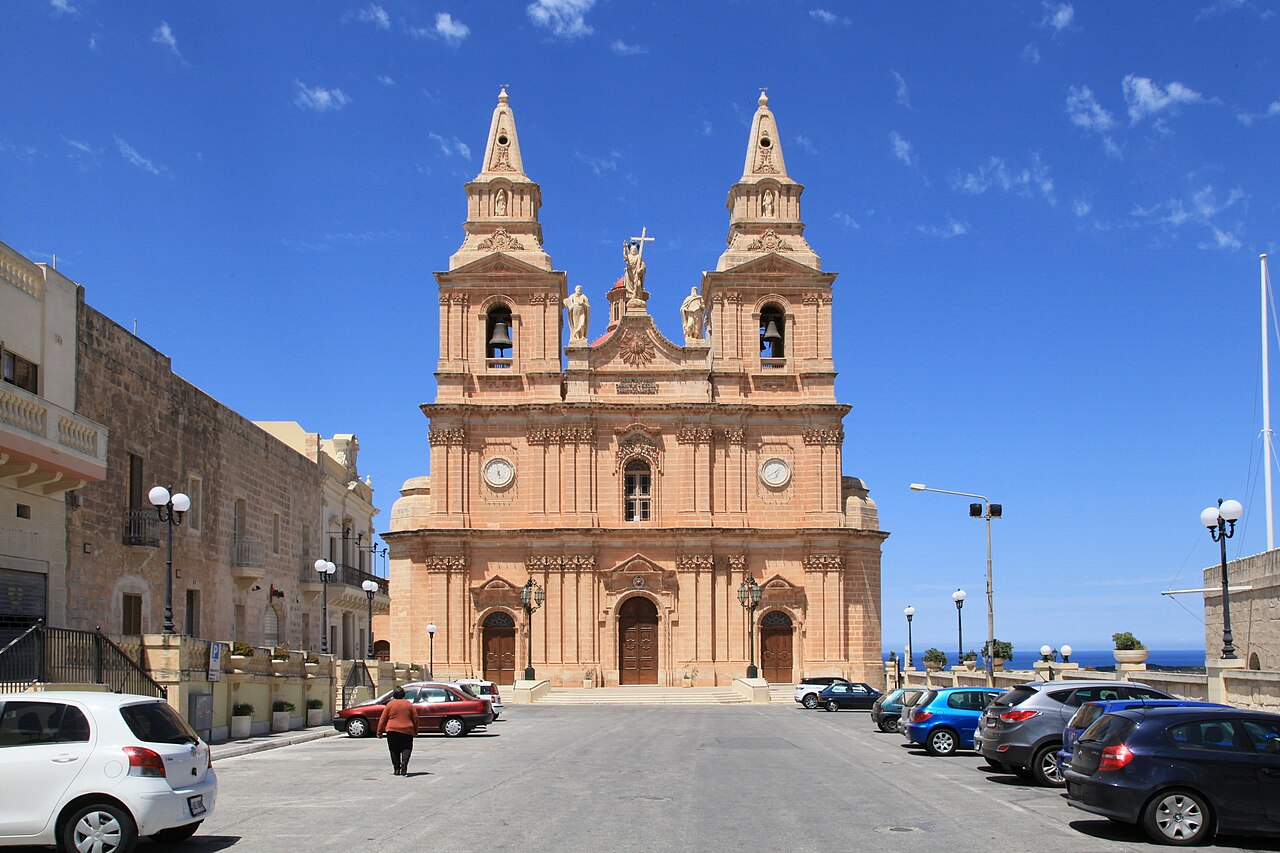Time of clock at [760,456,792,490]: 1:40
